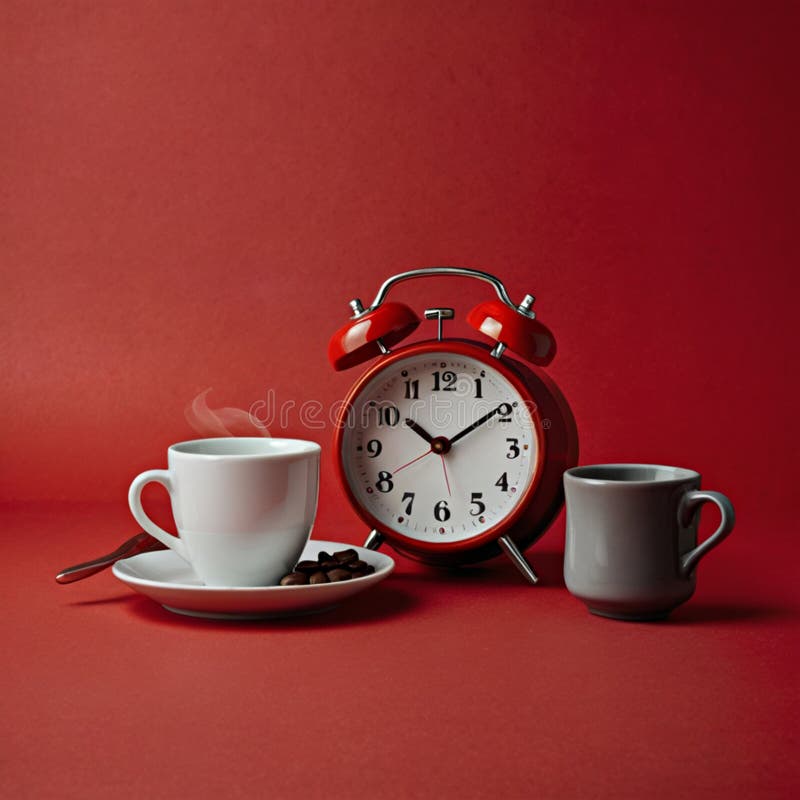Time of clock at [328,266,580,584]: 10:09
